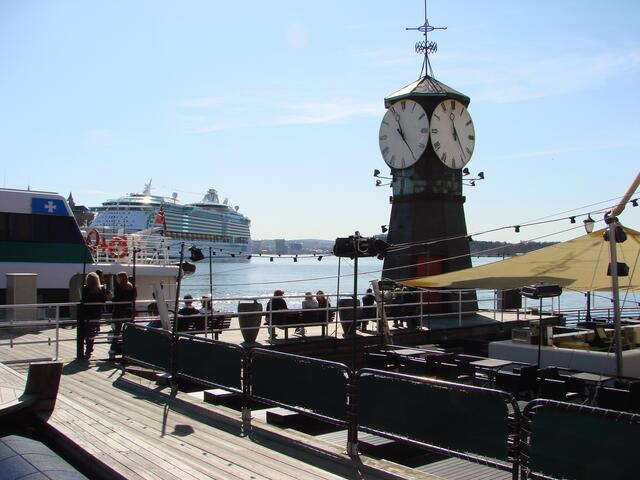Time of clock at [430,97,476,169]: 11:23
